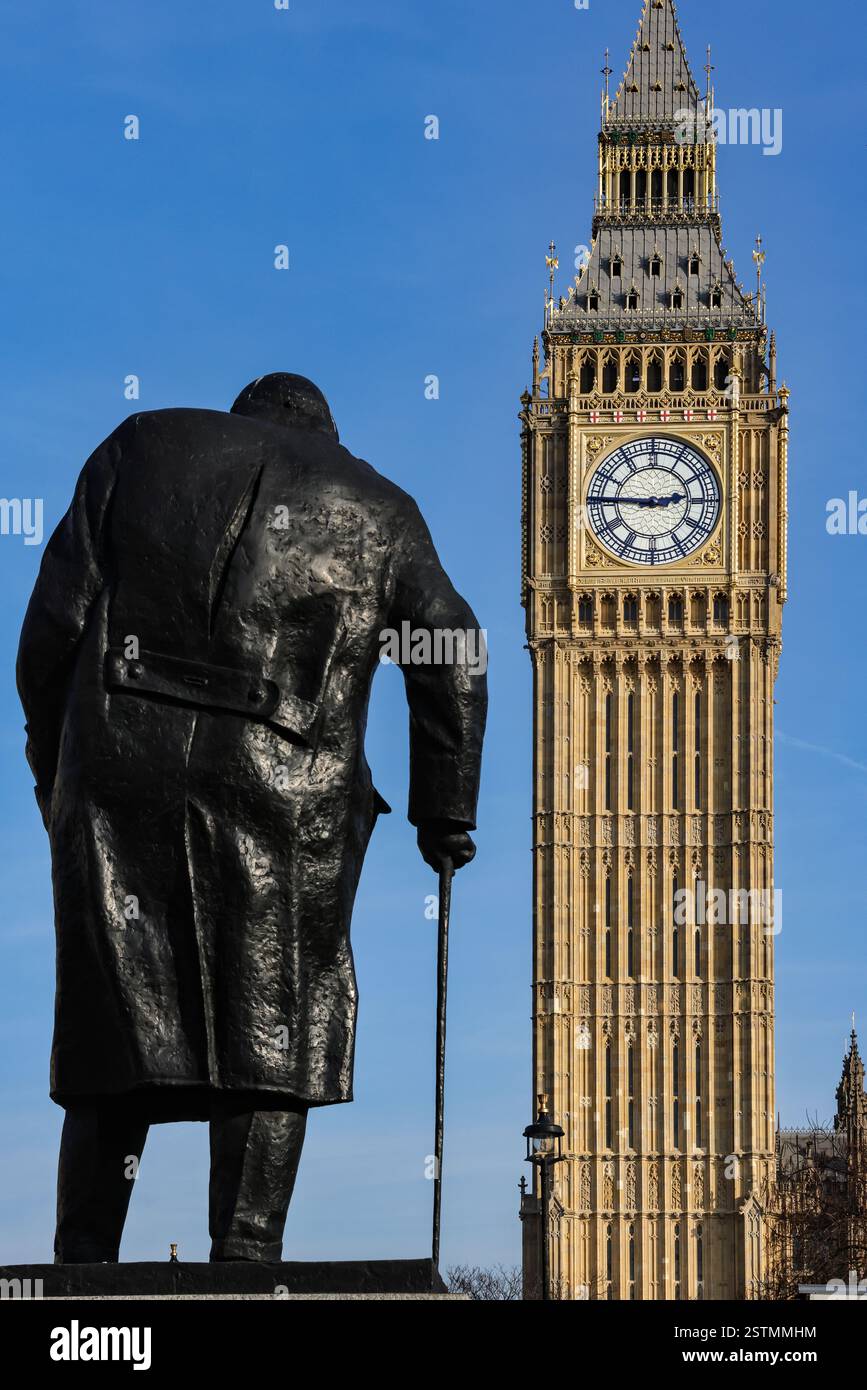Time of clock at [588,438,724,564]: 2:45
